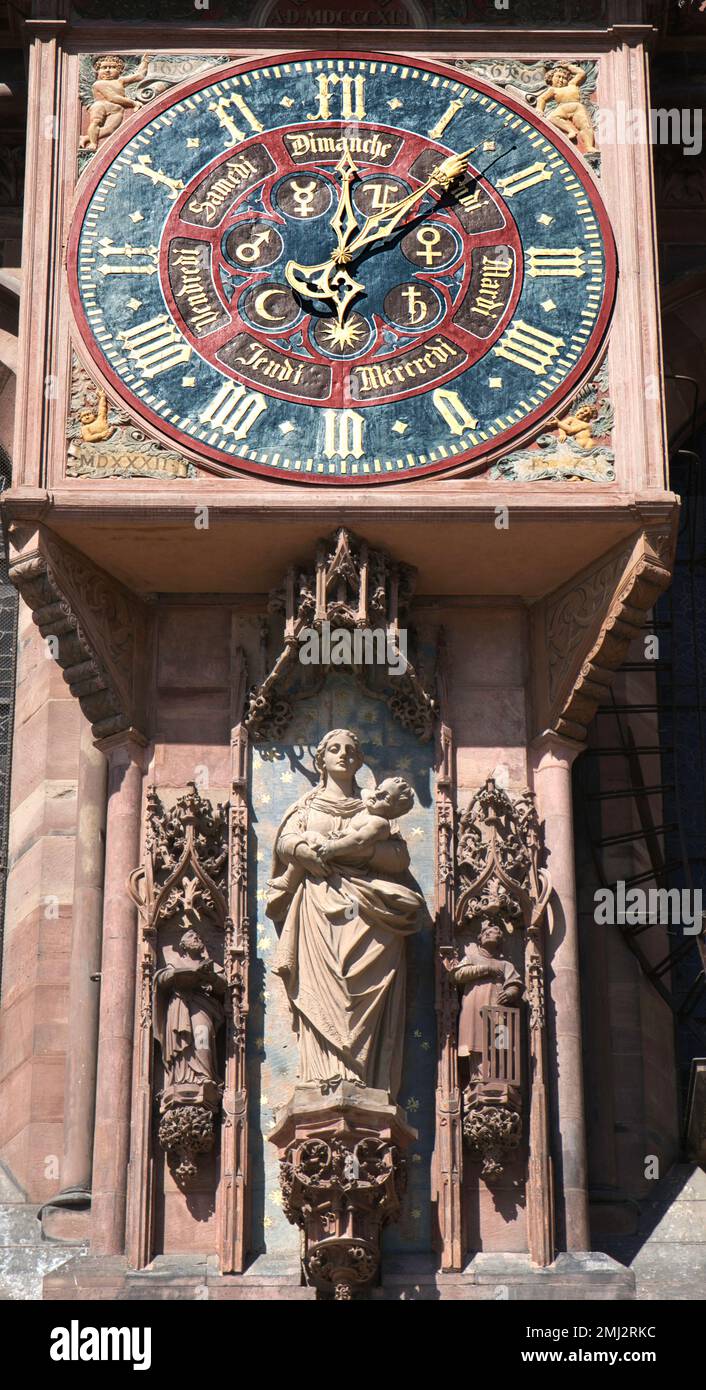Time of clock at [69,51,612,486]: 12:07
